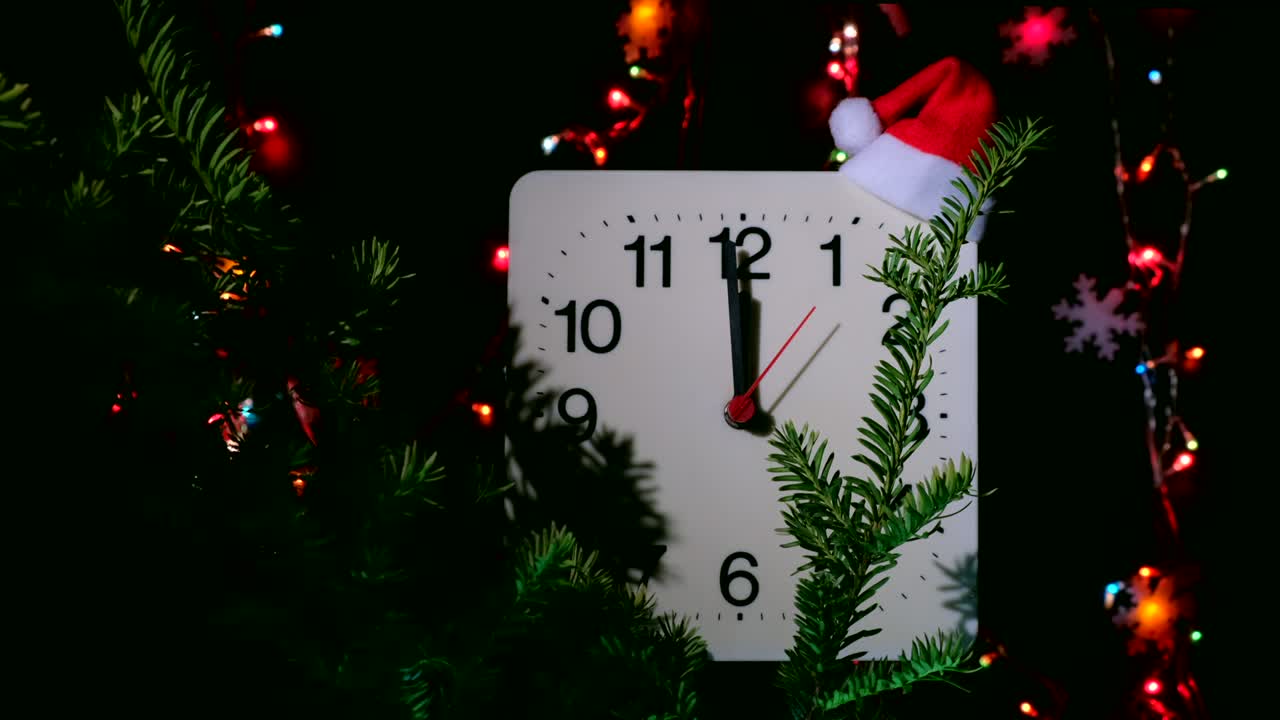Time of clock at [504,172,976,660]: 11:59
